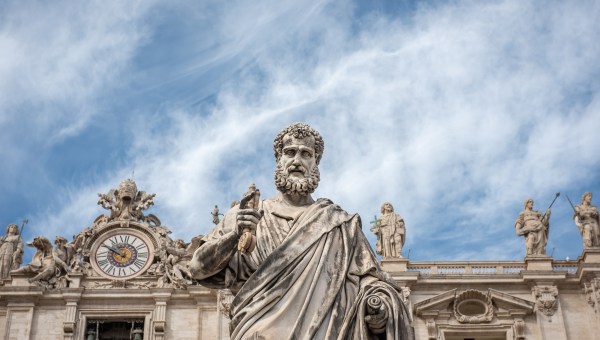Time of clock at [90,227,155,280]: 9:50
